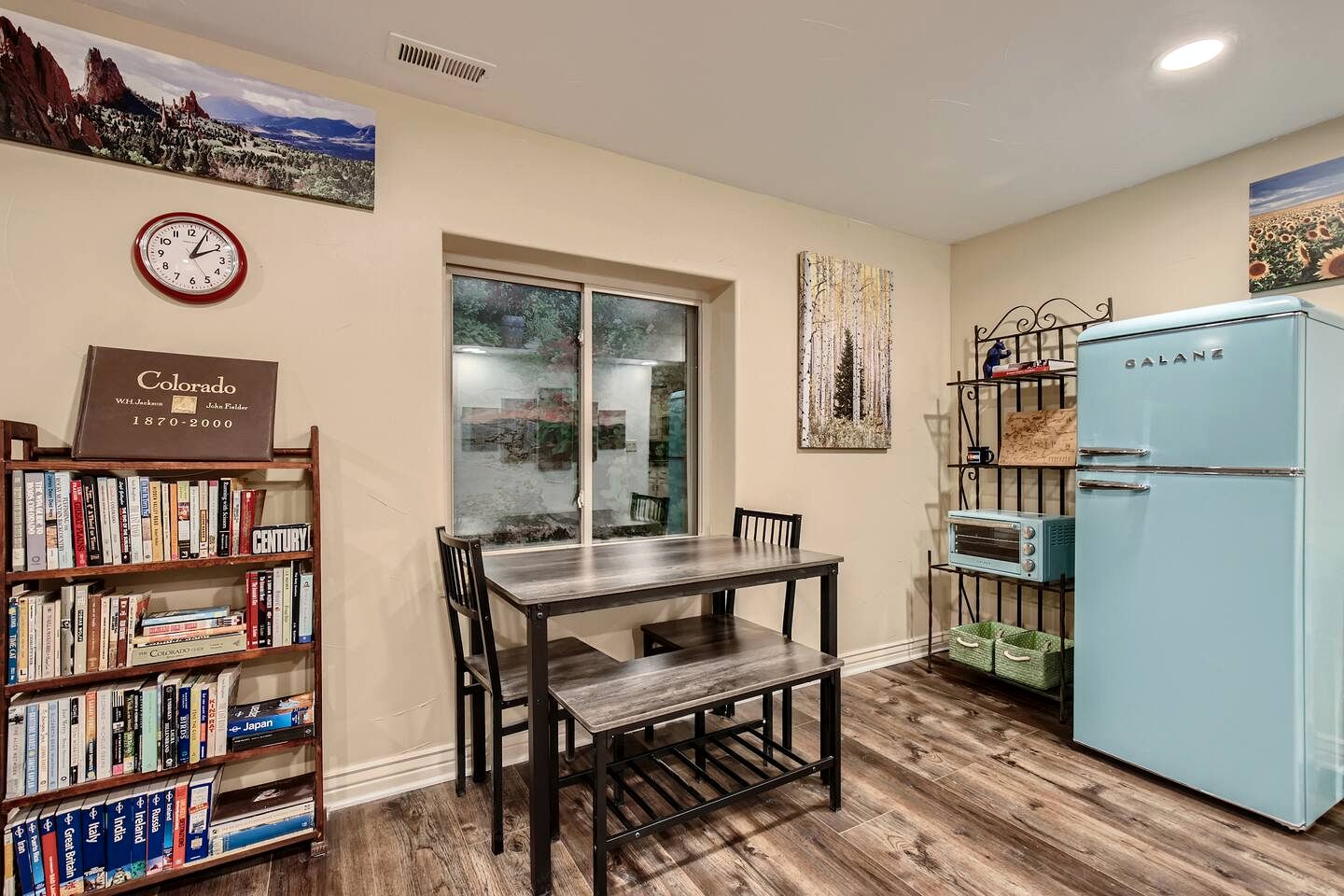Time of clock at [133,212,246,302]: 2:04
